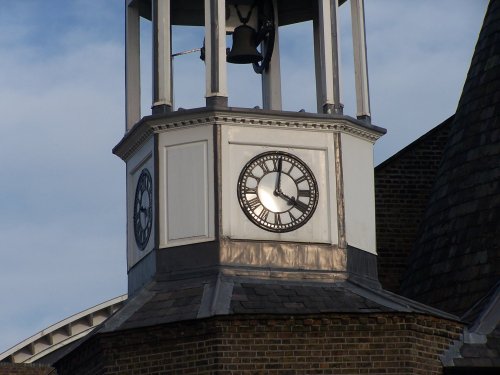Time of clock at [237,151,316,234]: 4:00
